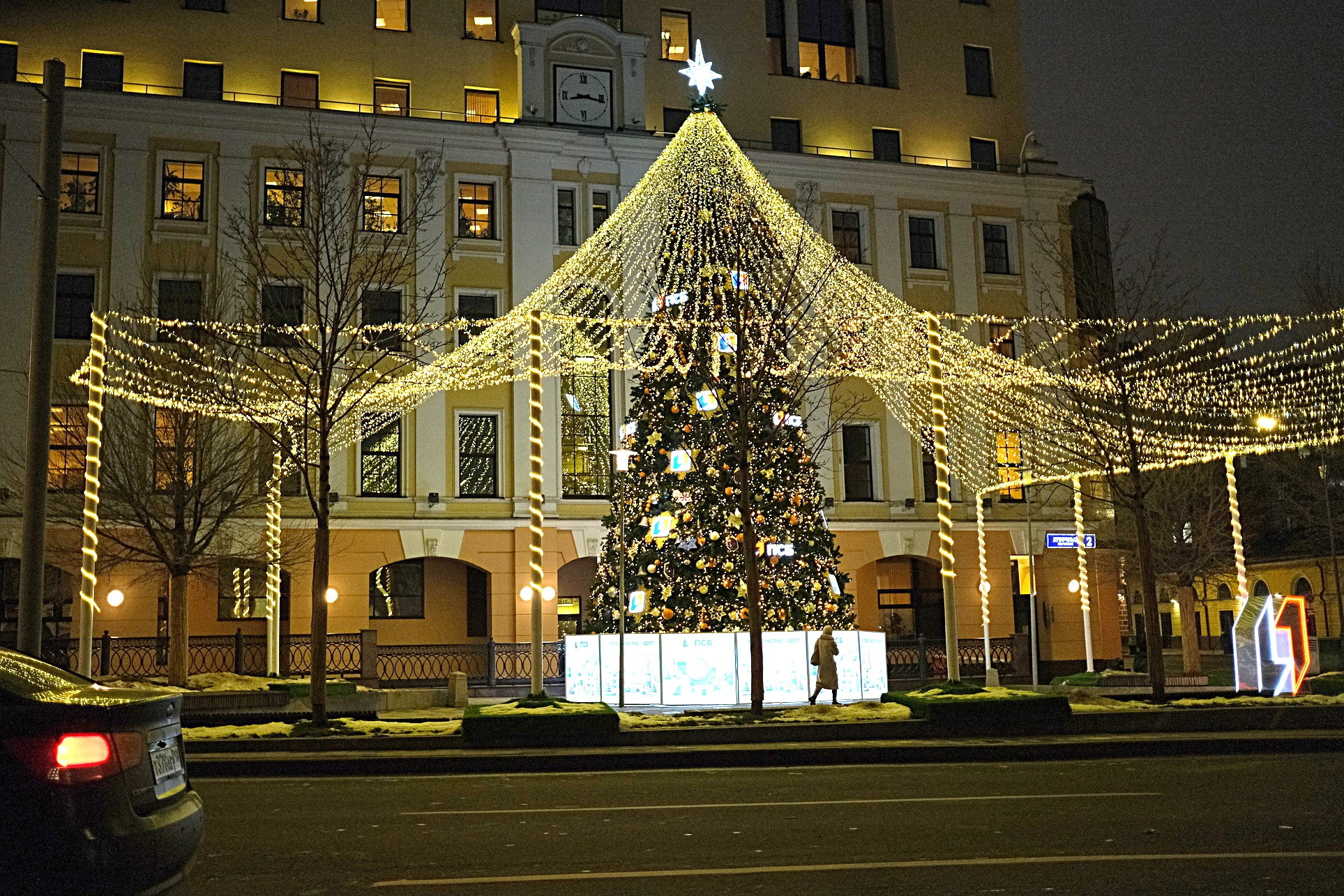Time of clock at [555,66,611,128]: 8:16
